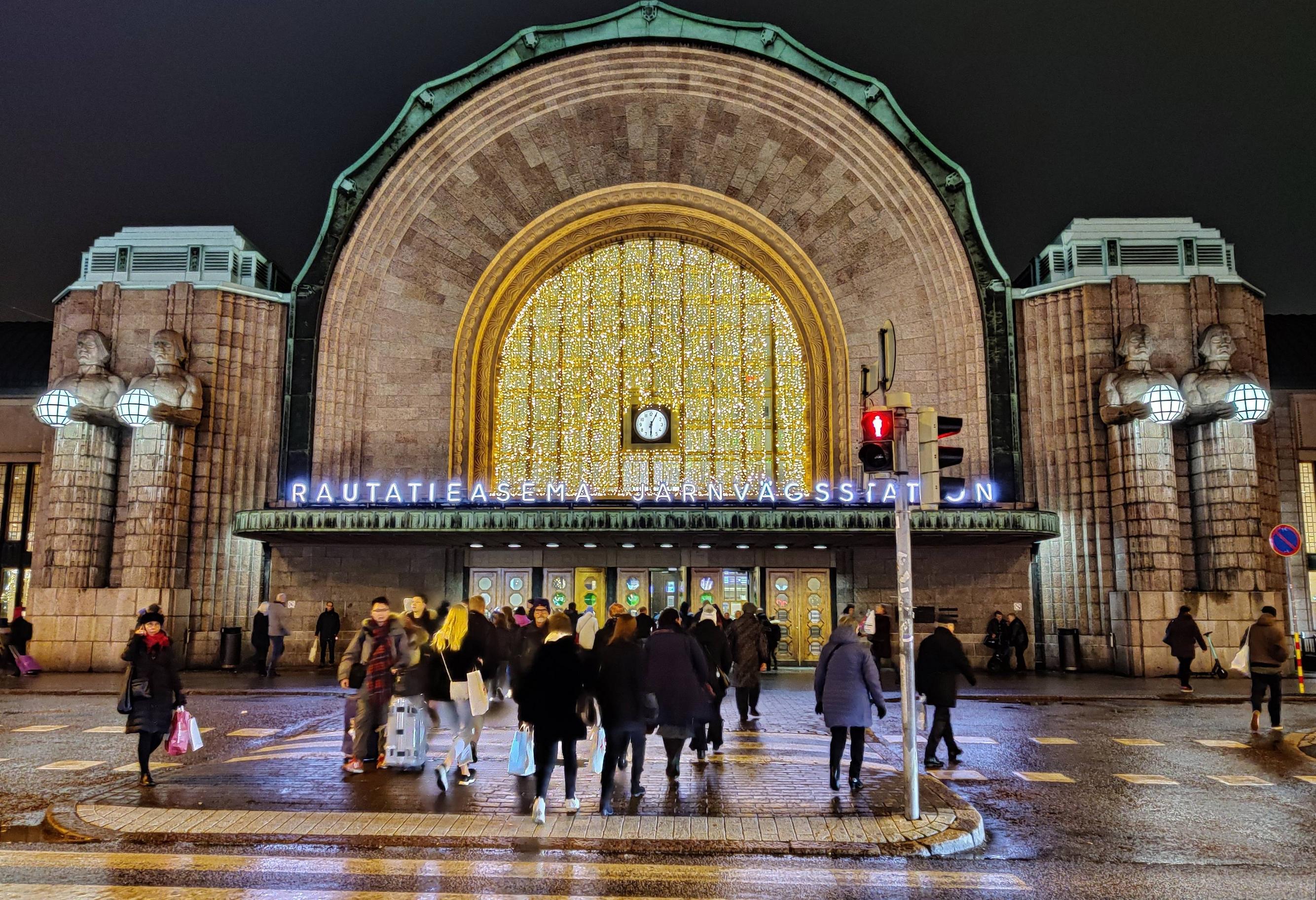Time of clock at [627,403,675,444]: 6:04
